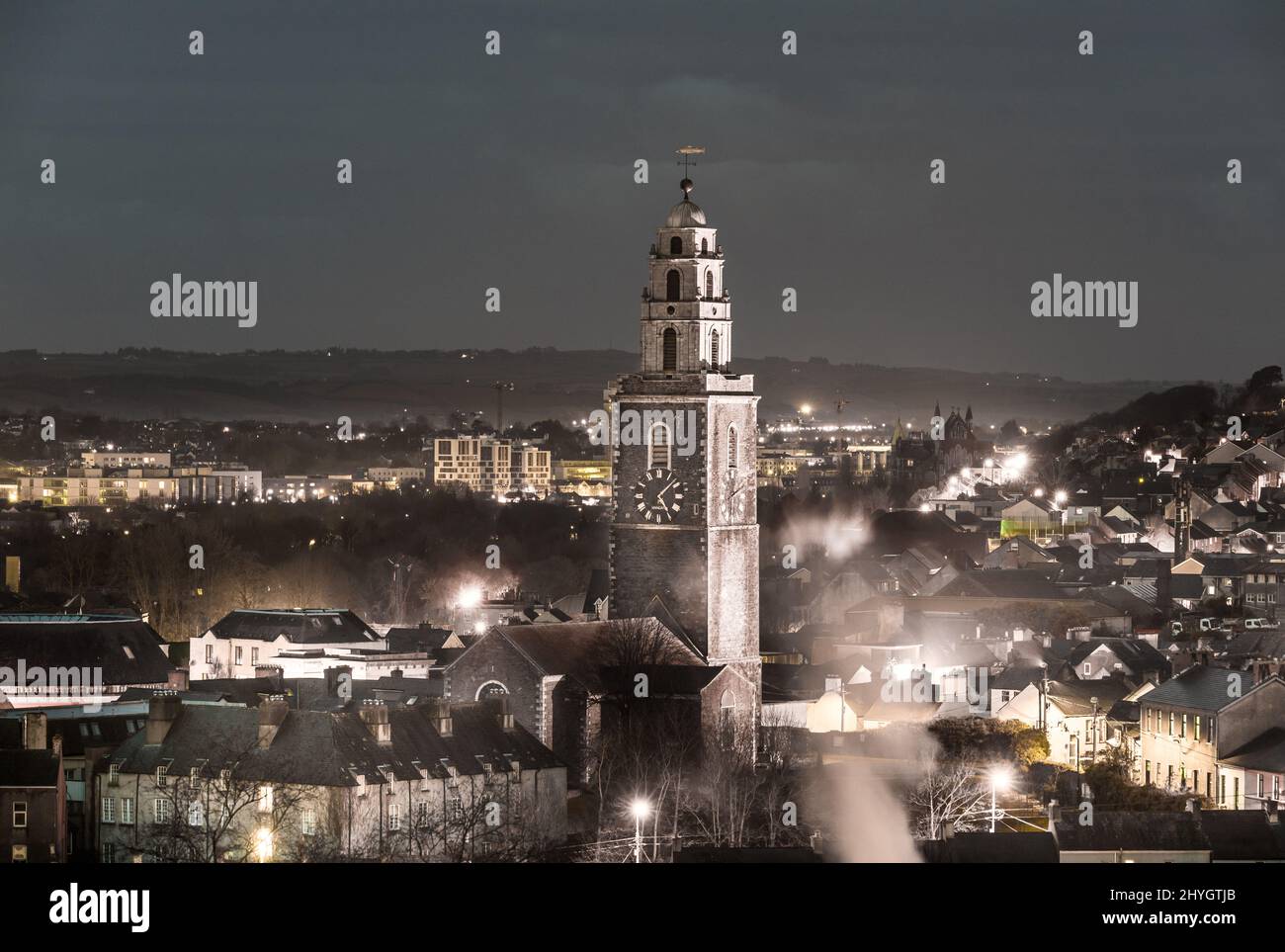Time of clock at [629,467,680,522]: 5:07
